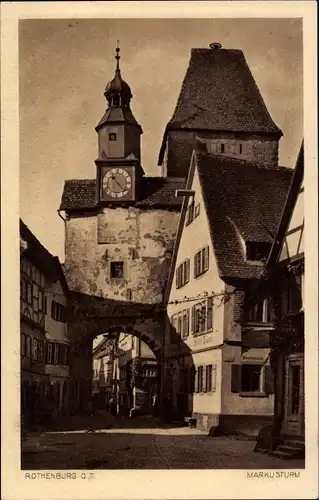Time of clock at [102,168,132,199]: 10:22
